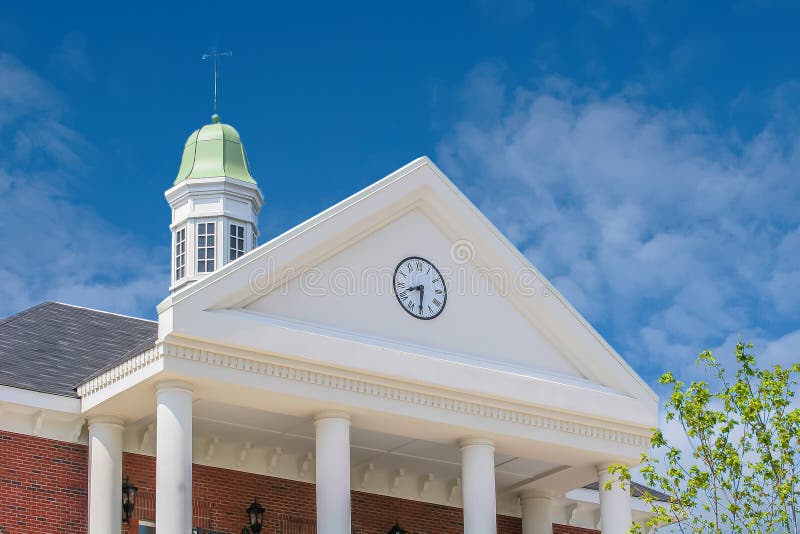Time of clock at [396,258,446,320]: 8:30
